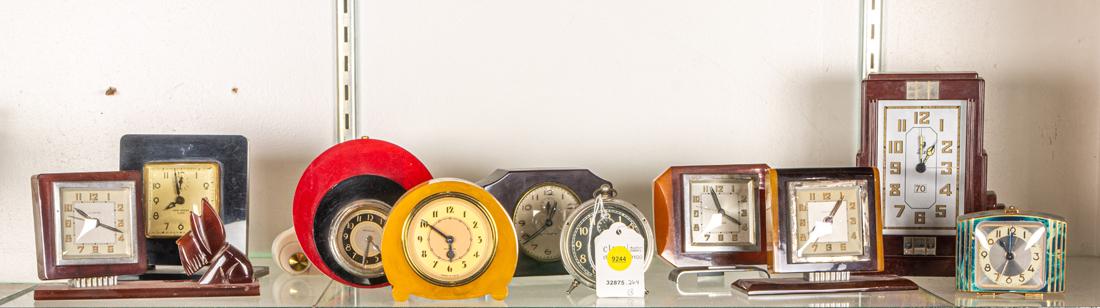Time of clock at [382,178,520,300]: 5:50
